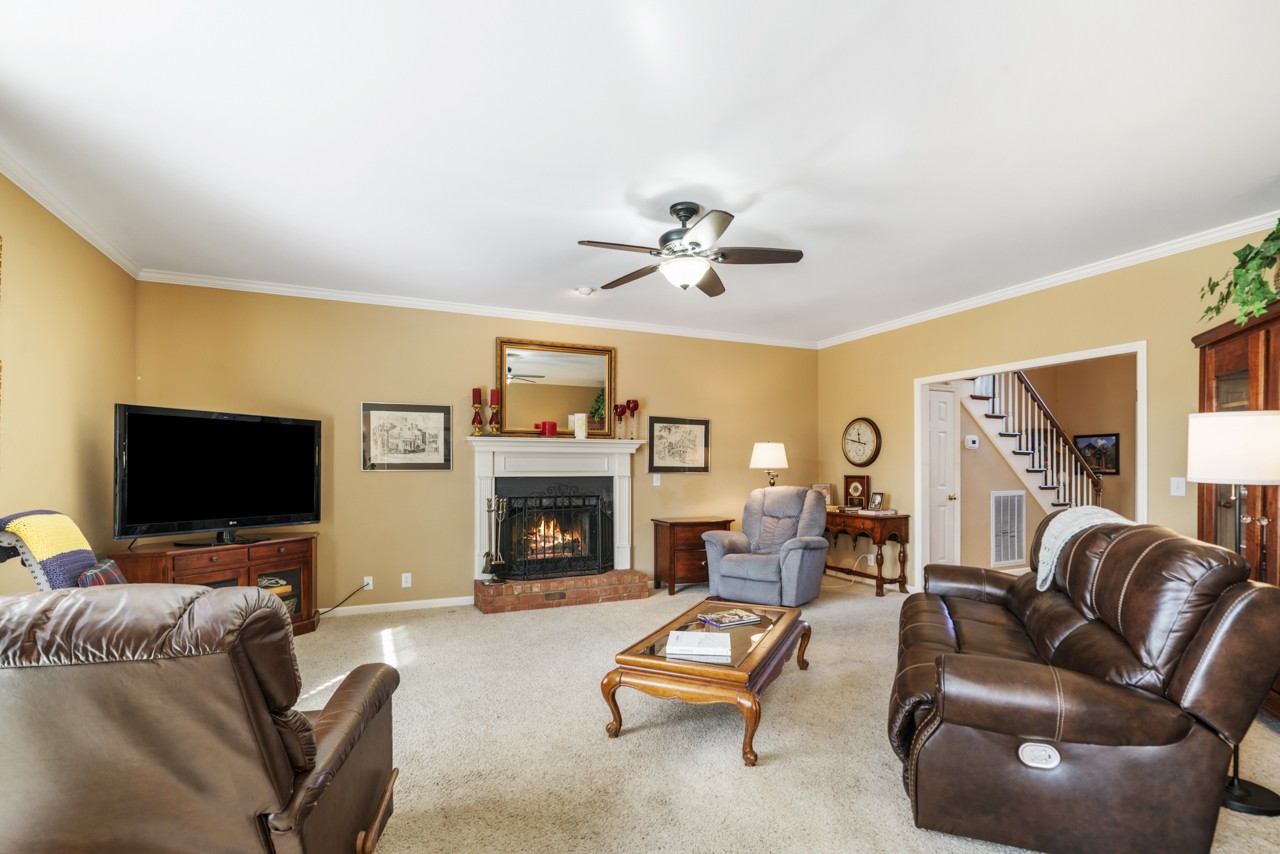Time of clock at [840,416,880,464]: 11:47
